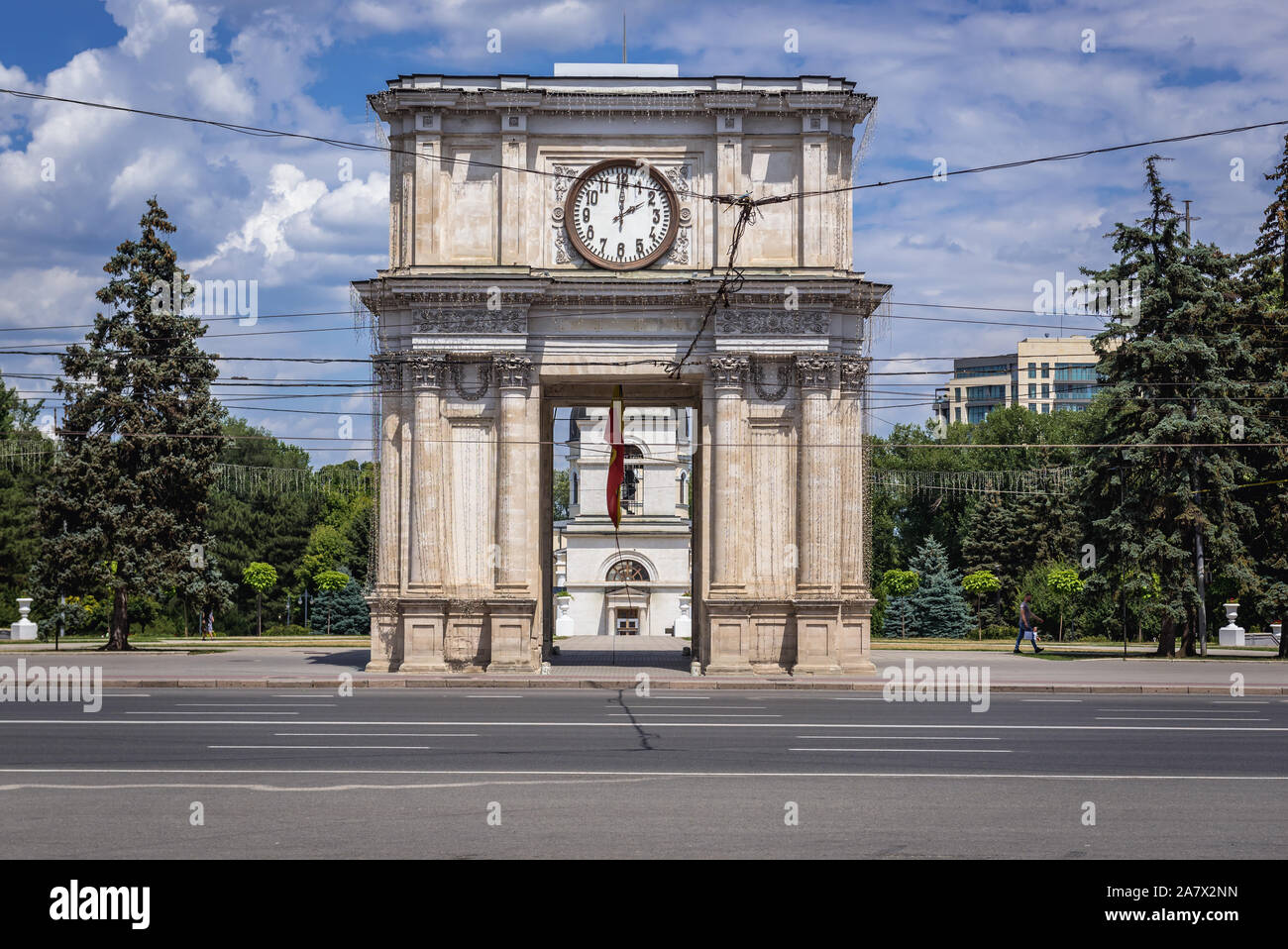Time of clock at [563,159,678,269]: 2:00
